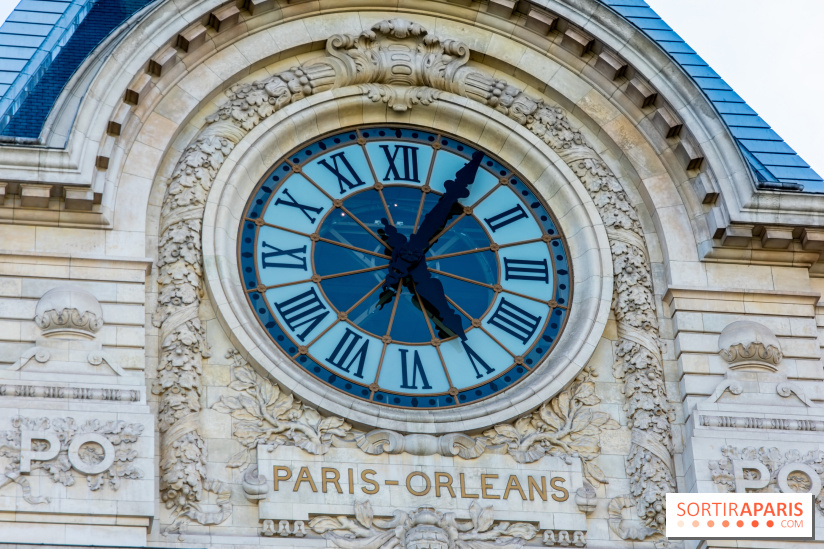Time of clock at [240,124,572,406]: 5:05
